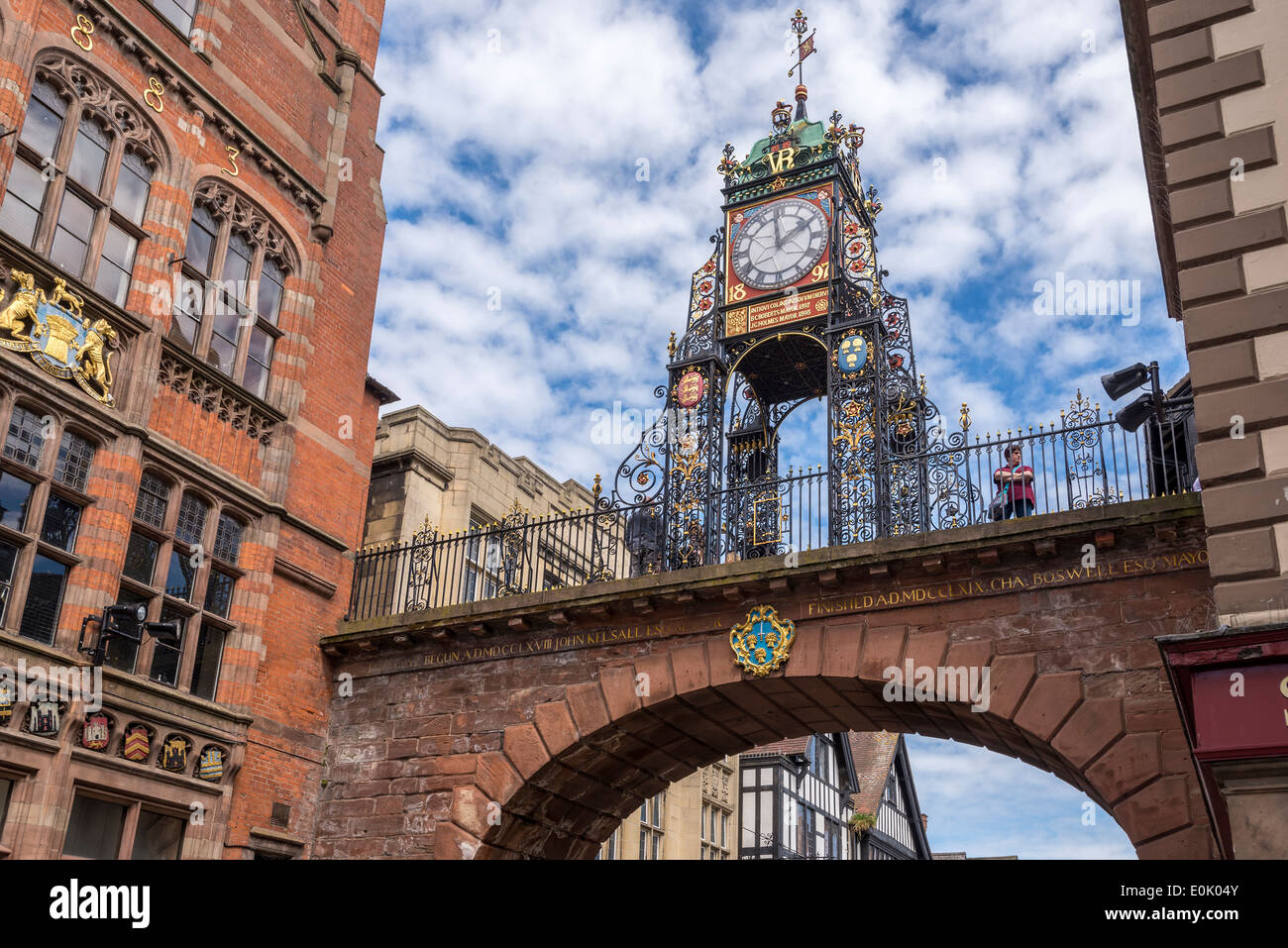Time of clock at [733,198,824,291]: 1:59
